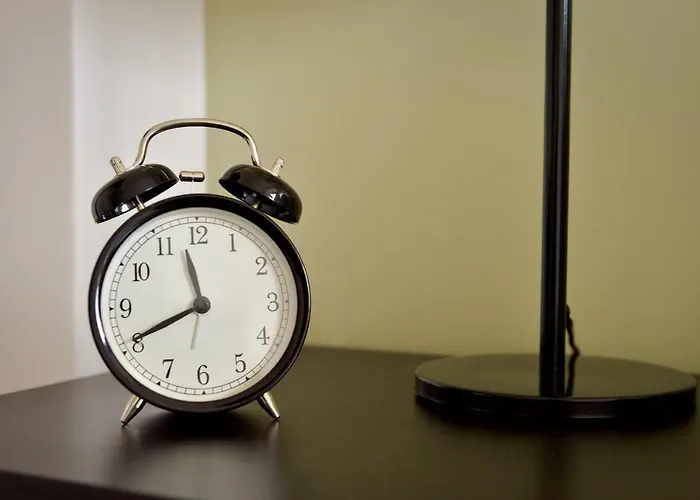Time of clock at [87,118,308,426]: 11:40
